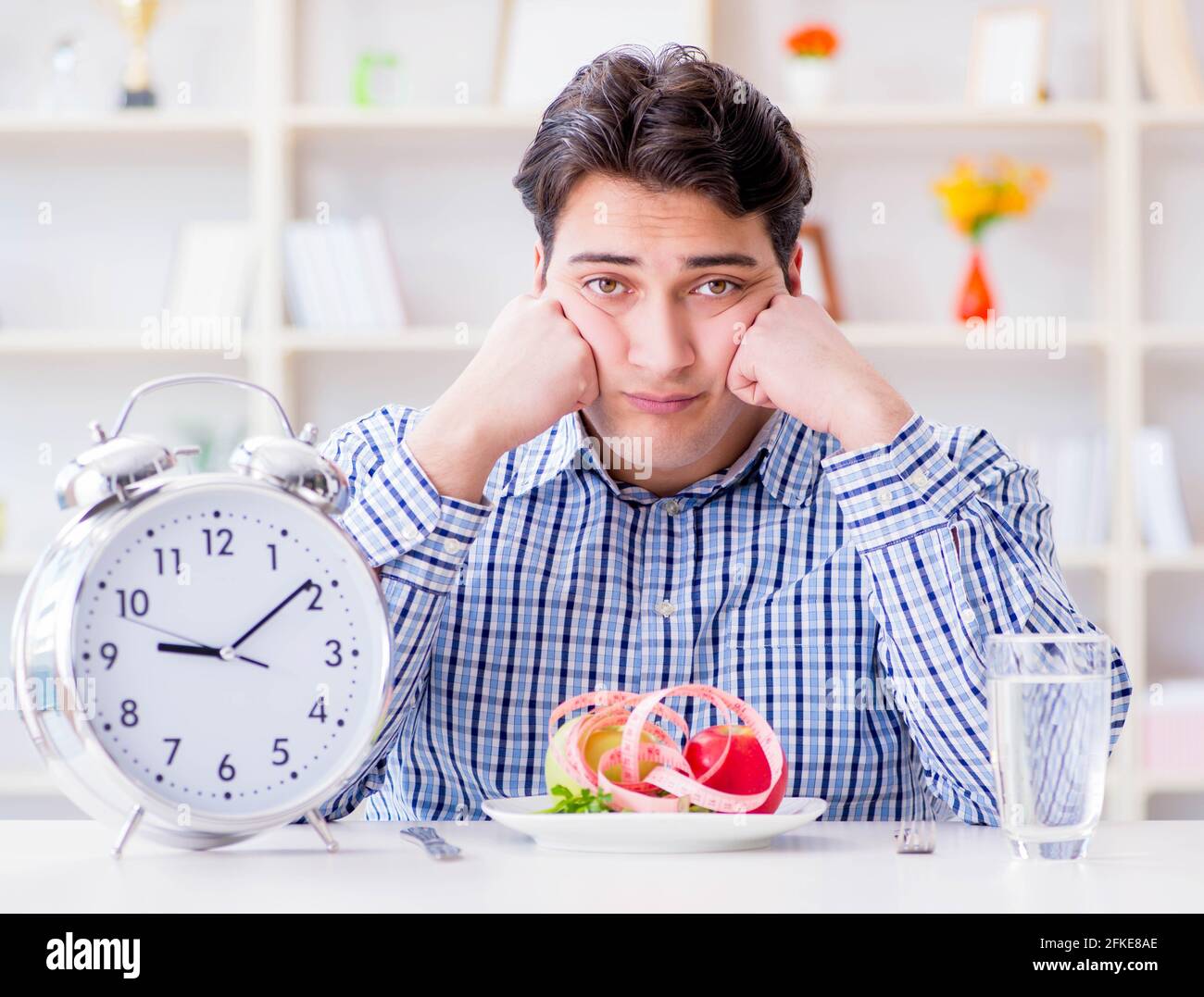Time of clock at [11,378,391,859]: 9:09
